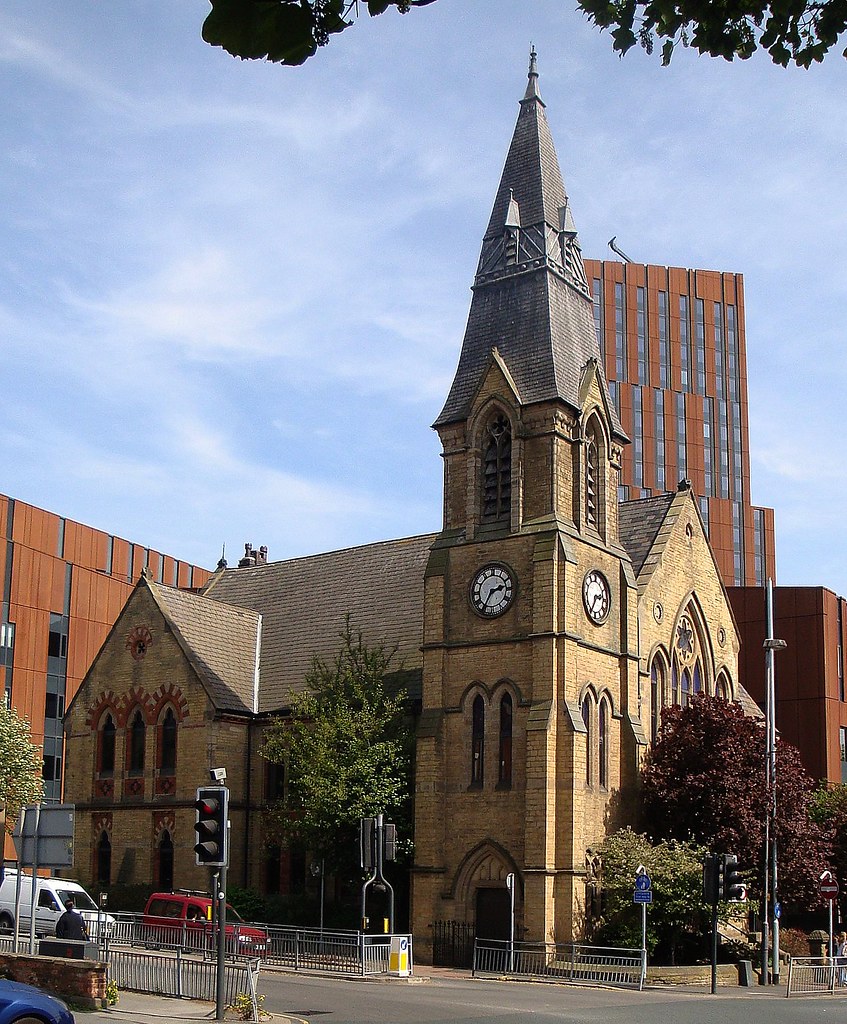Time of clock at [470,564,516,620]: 2:34
